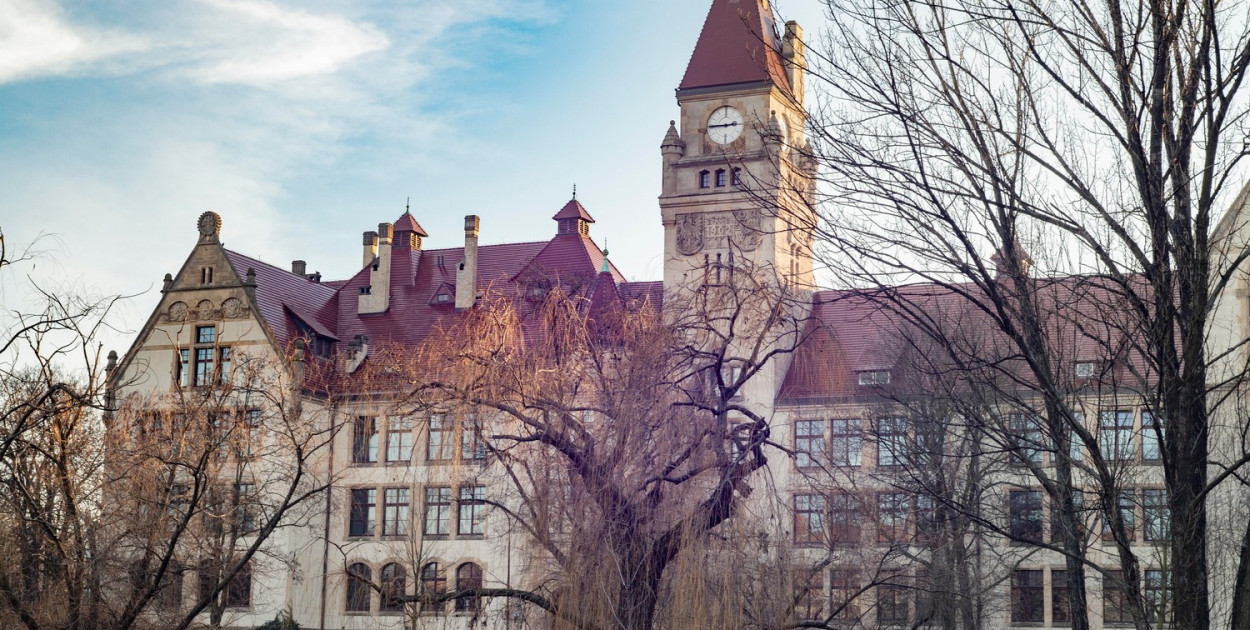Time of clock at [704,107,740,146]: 2:45
